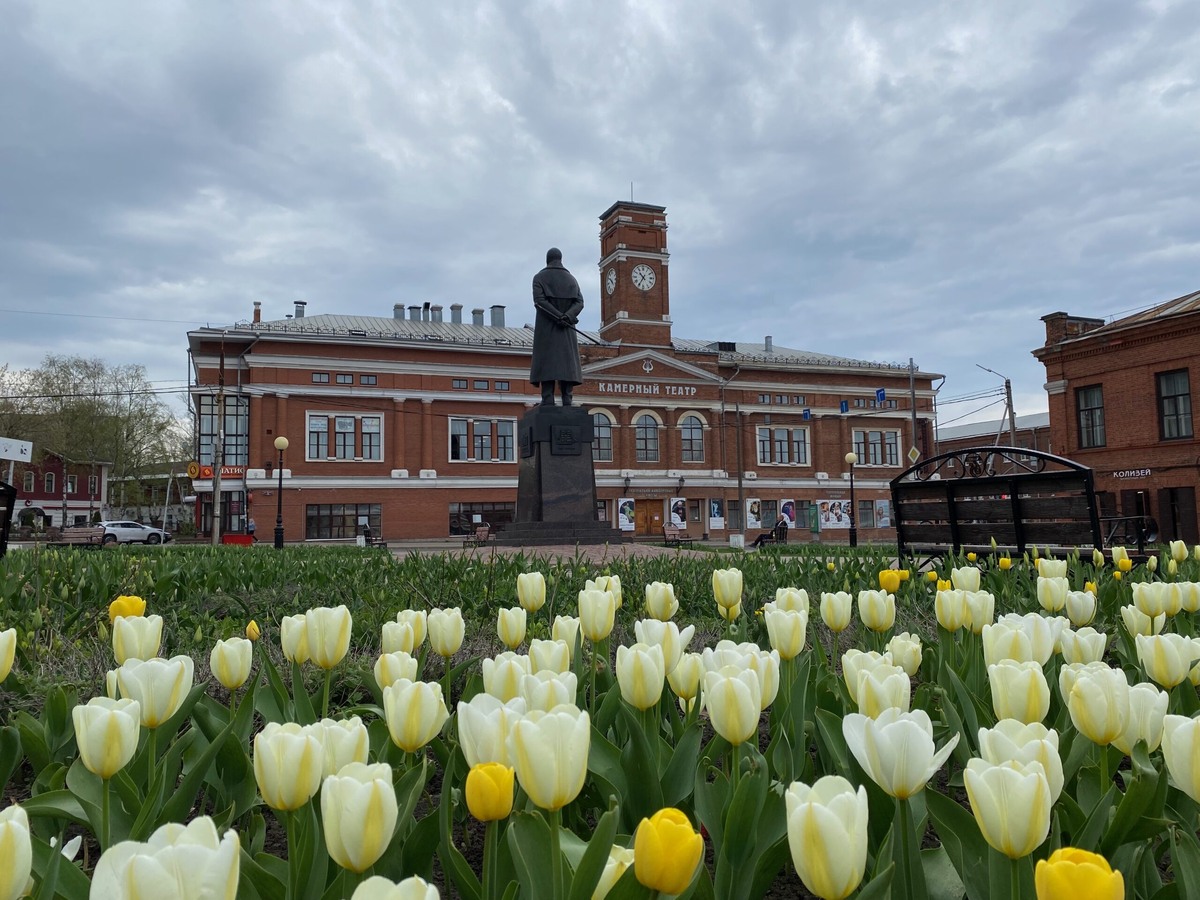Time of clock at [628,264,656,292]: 10:35
